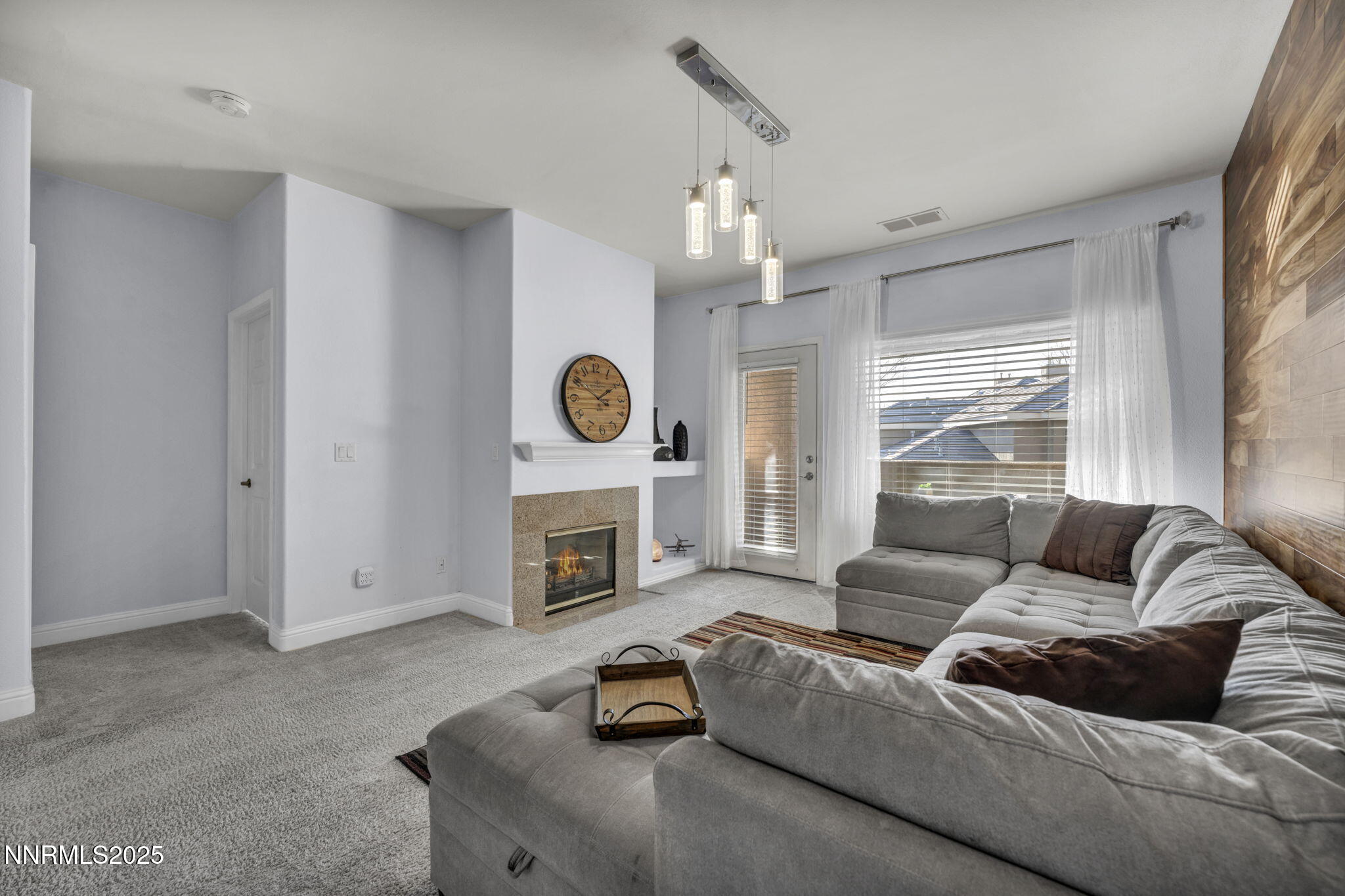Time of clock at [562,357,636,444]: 1:50
